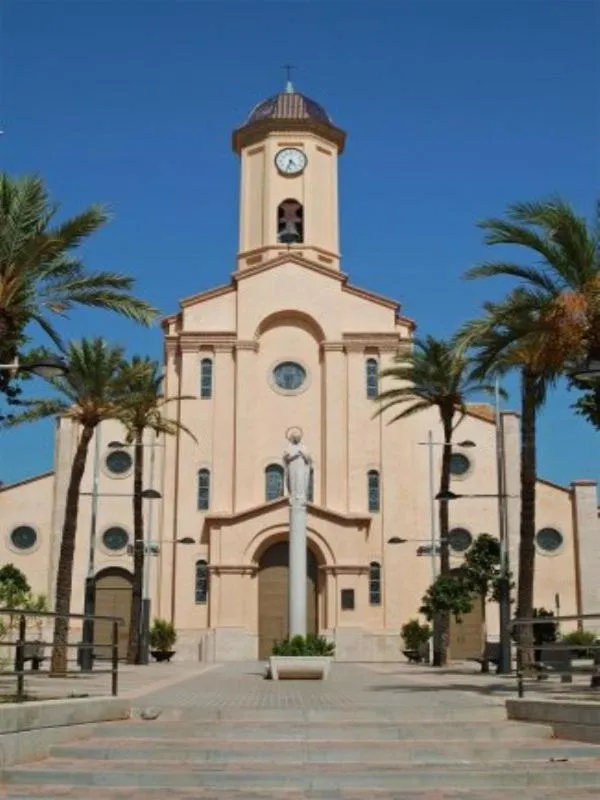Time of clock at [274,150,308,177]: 4:33
